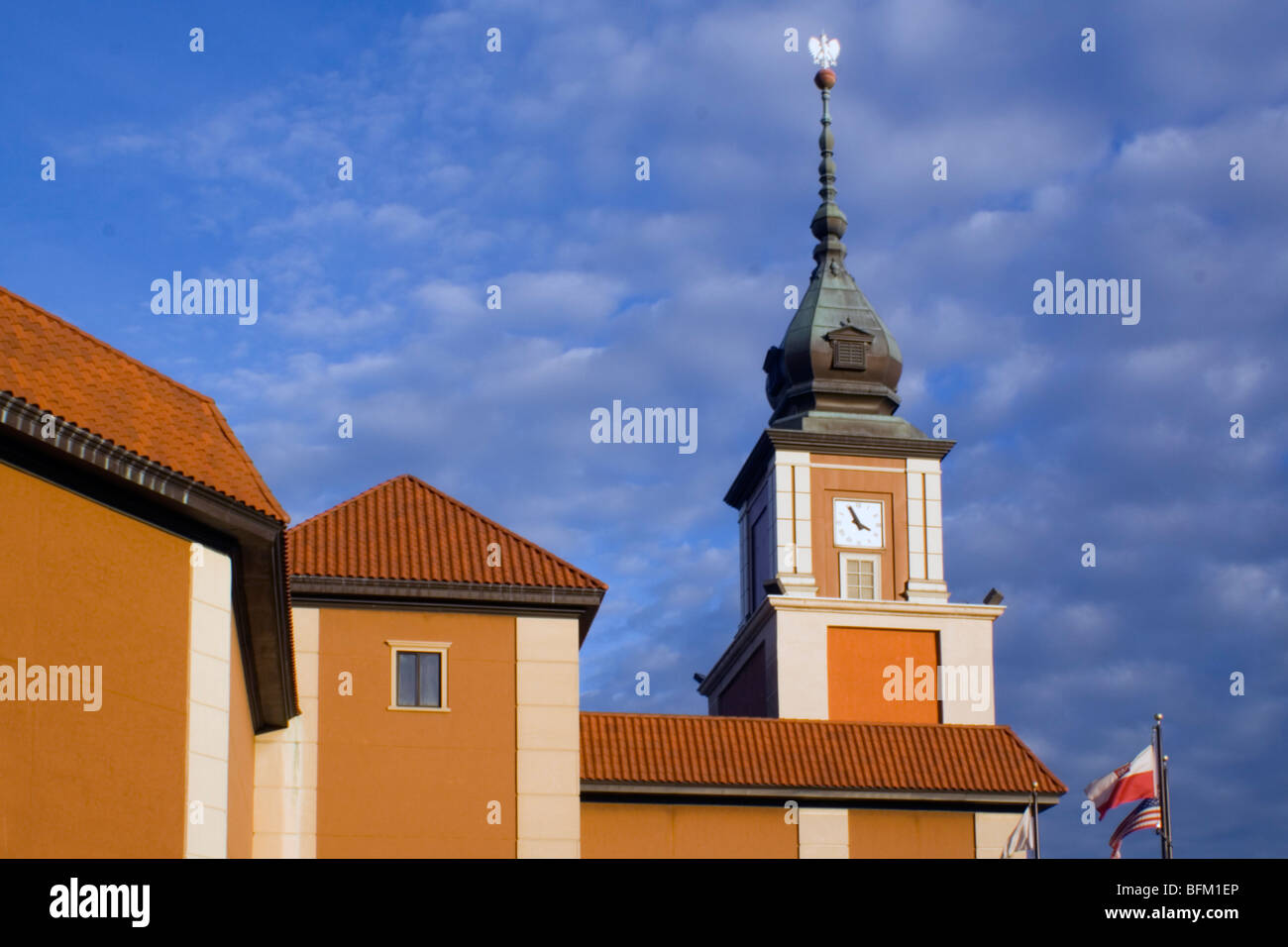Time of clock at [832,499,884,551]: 3:55
